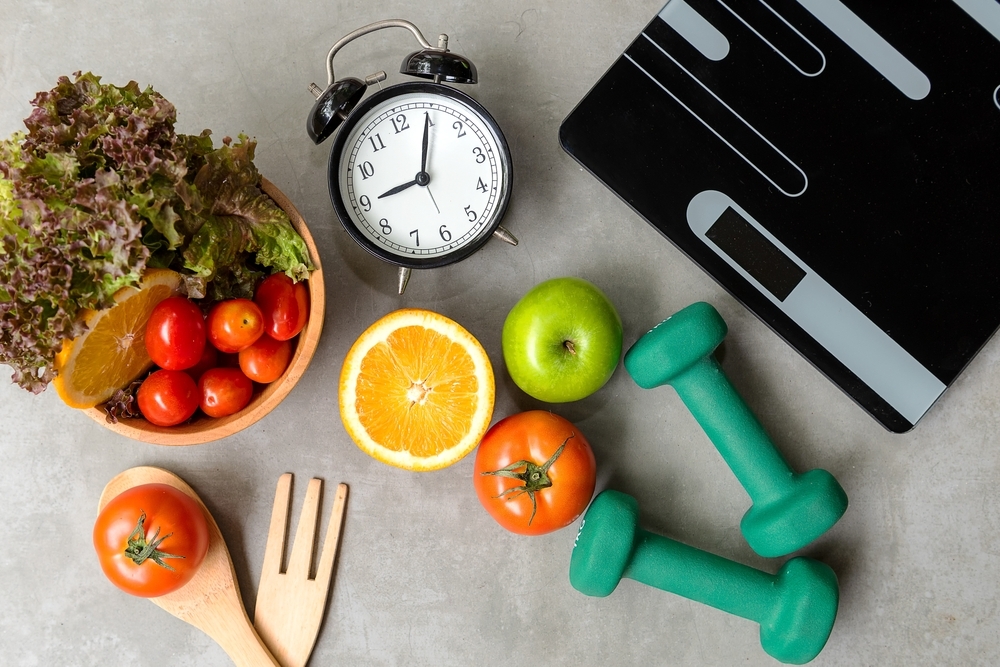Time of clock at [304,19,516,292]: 9:04
